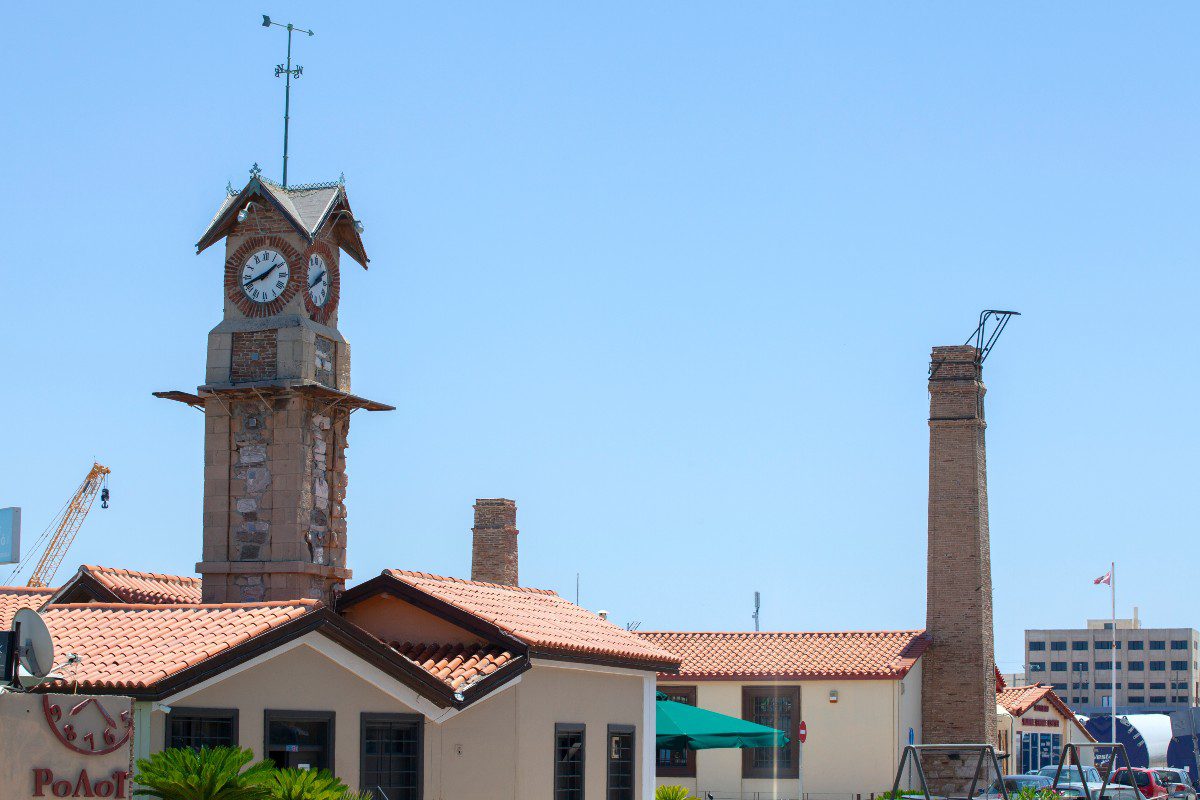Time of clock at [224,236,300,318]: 1:41
